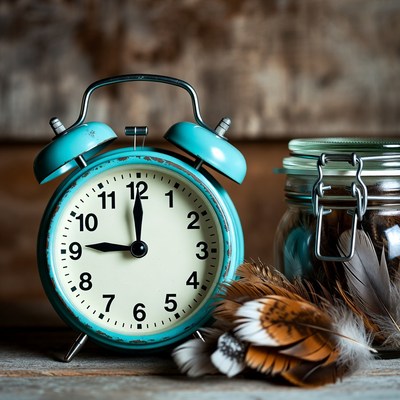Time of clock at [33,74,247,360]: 9:00
